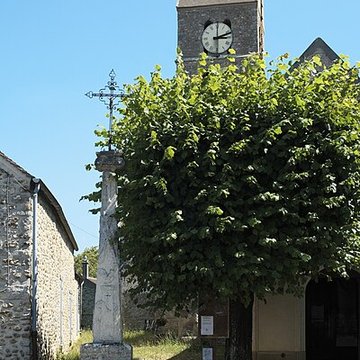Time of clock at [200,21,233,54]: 3:12
